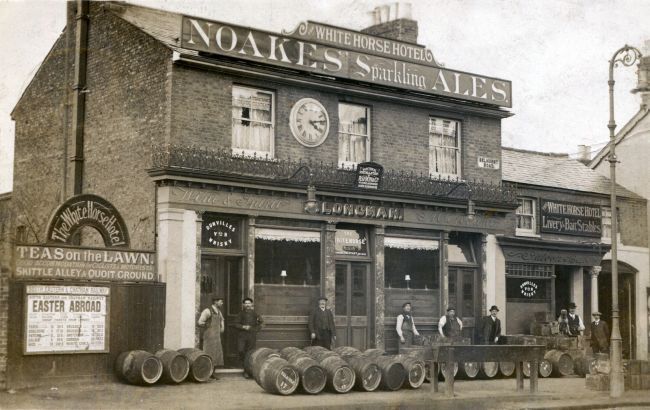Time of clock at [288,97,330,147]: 4:13
